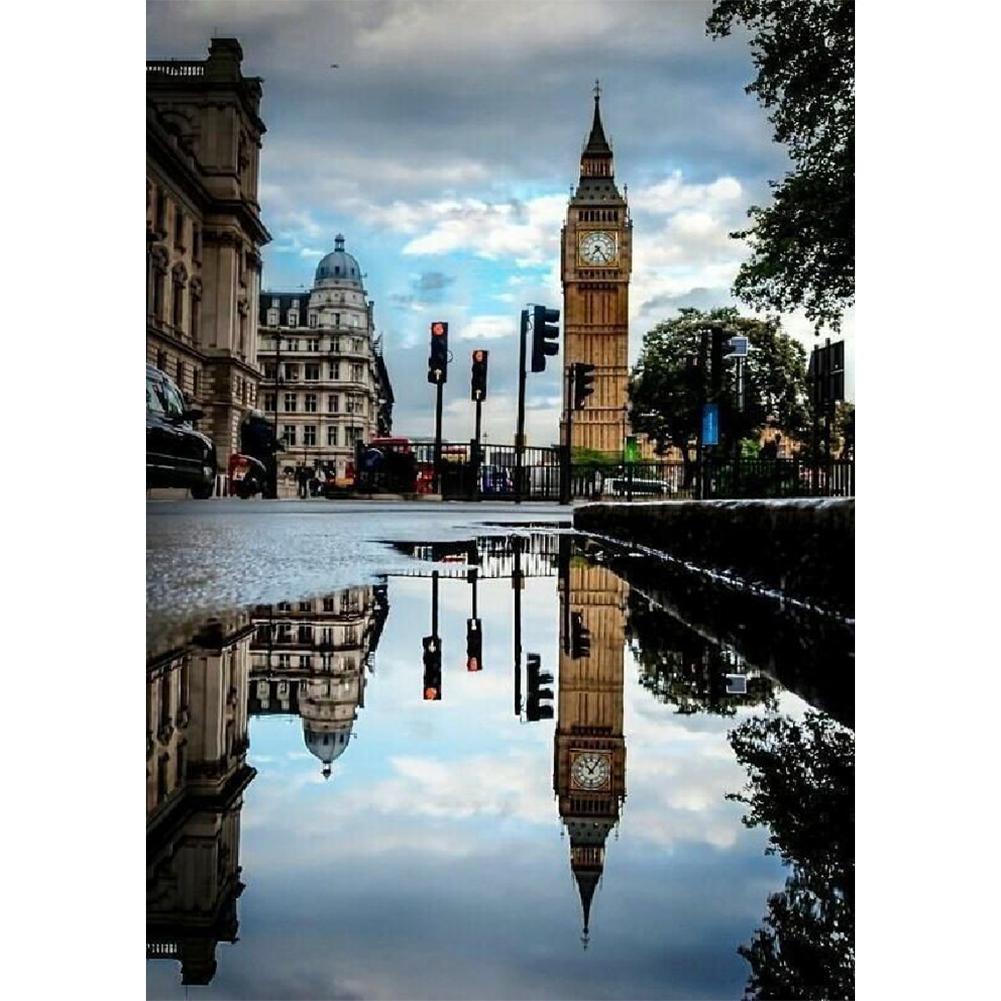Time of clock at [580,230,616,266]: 7:24
